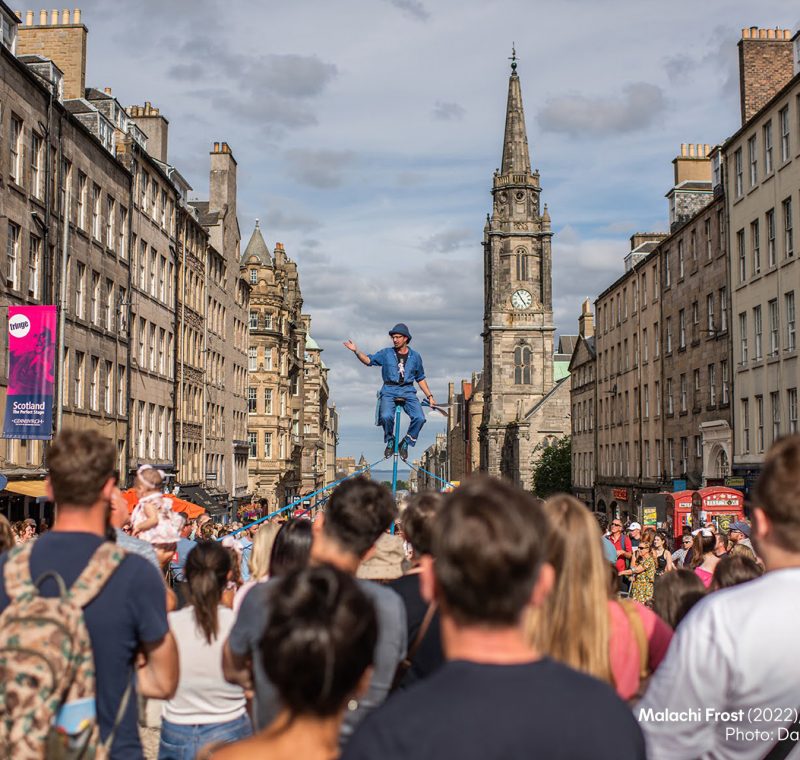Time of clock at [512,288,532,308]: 4:54
